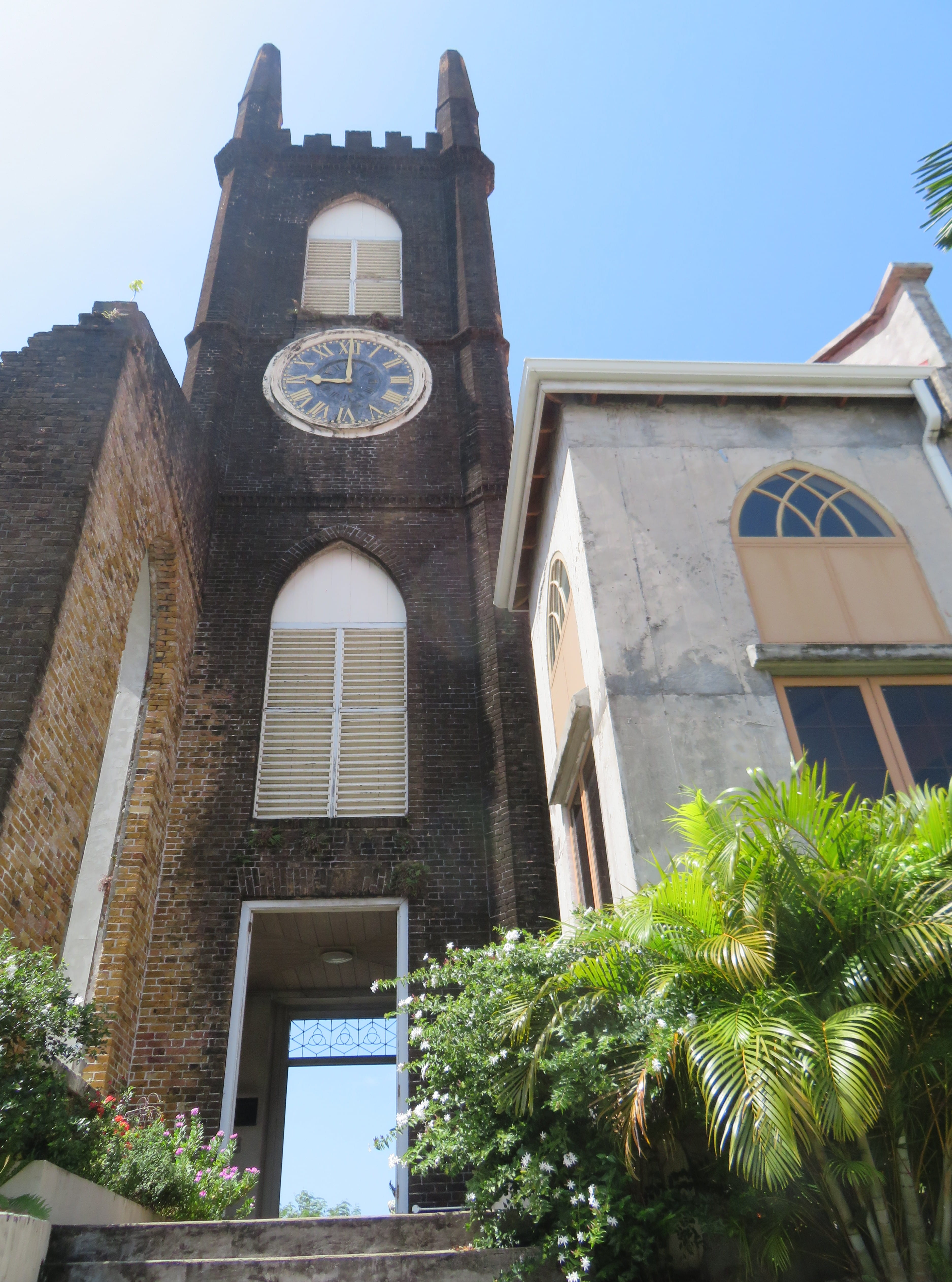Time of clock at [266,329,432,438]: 9:00
